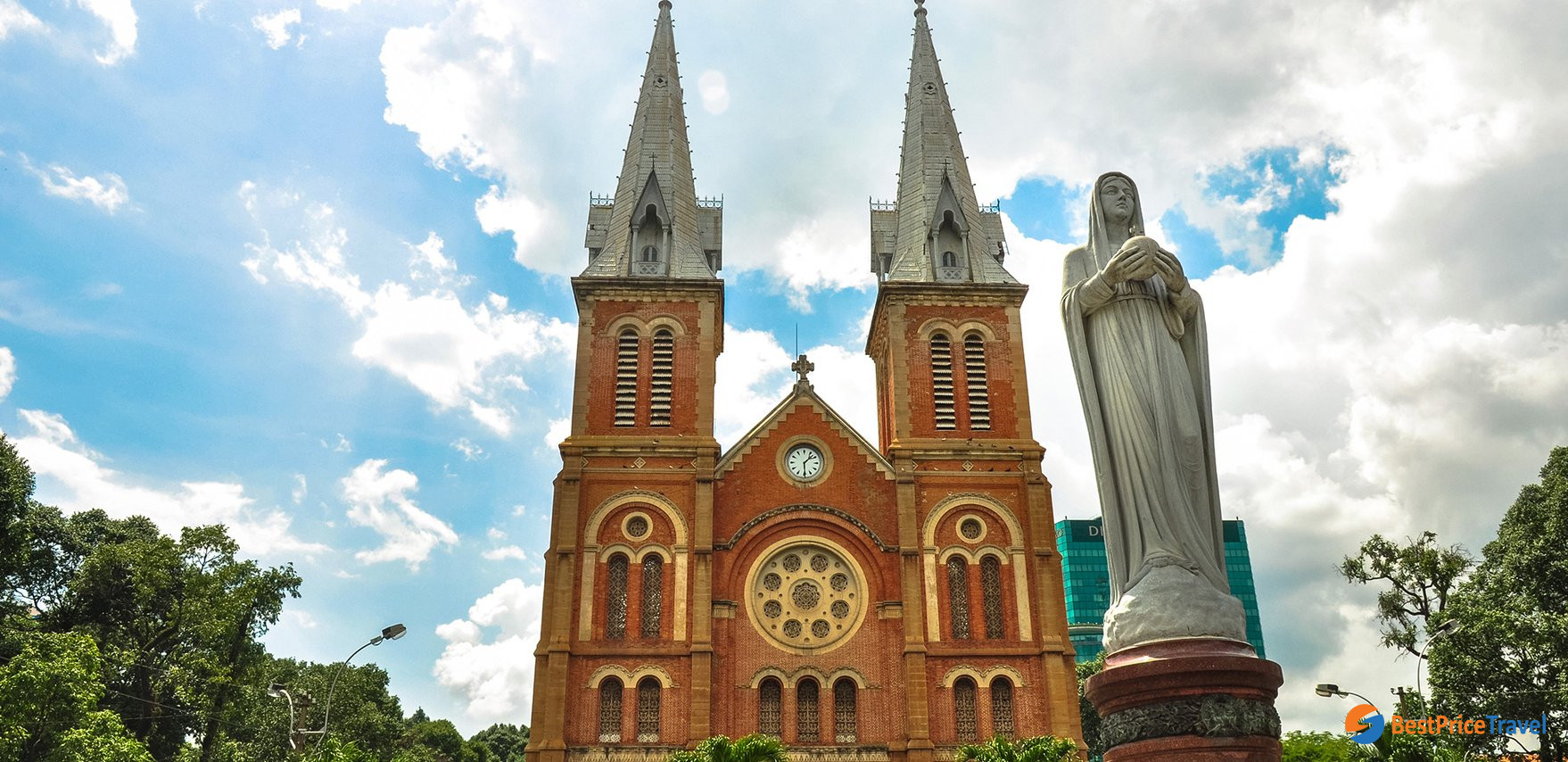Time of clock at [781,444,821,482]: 1:29
